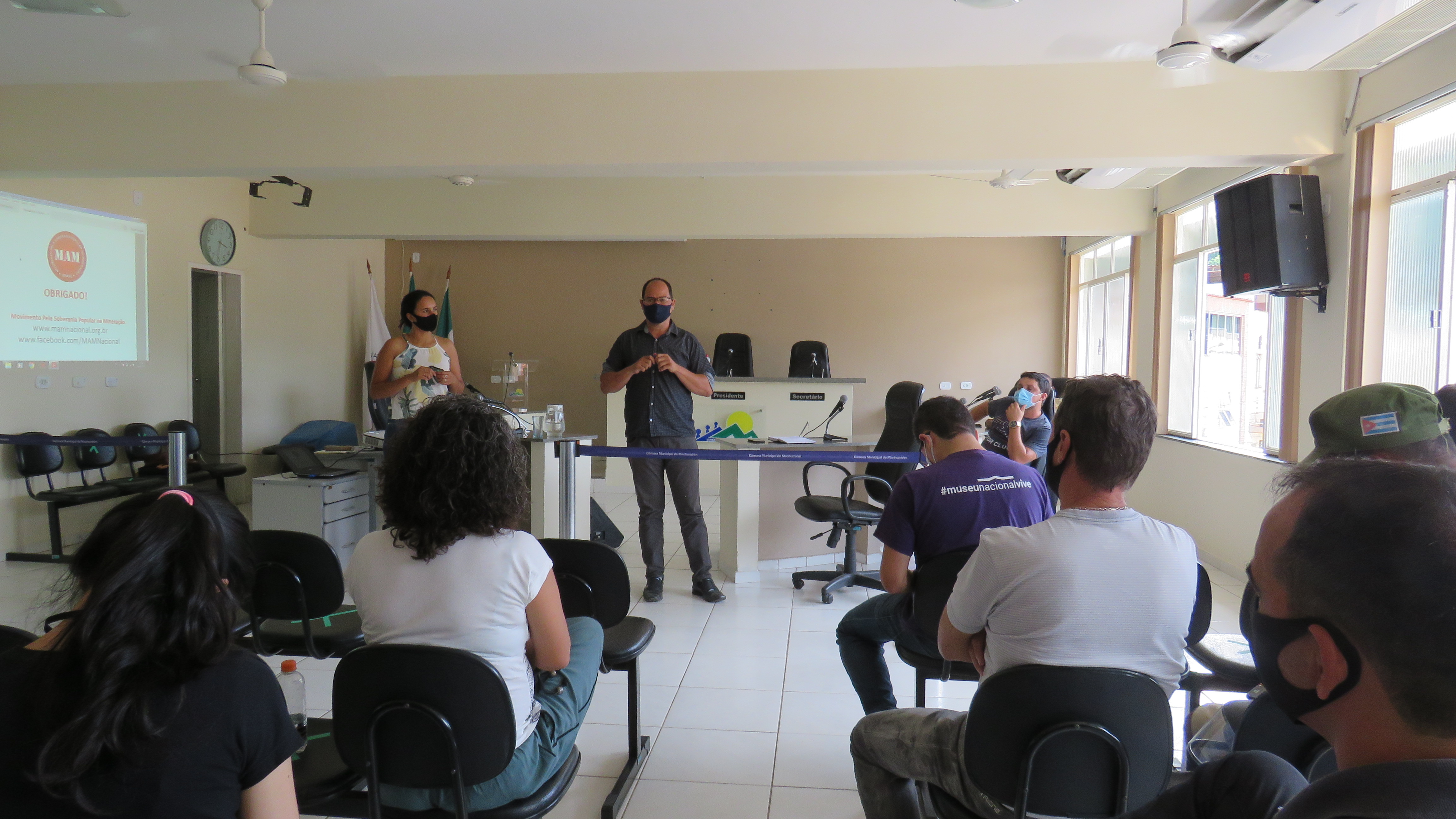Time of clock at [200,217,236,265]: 3:31
